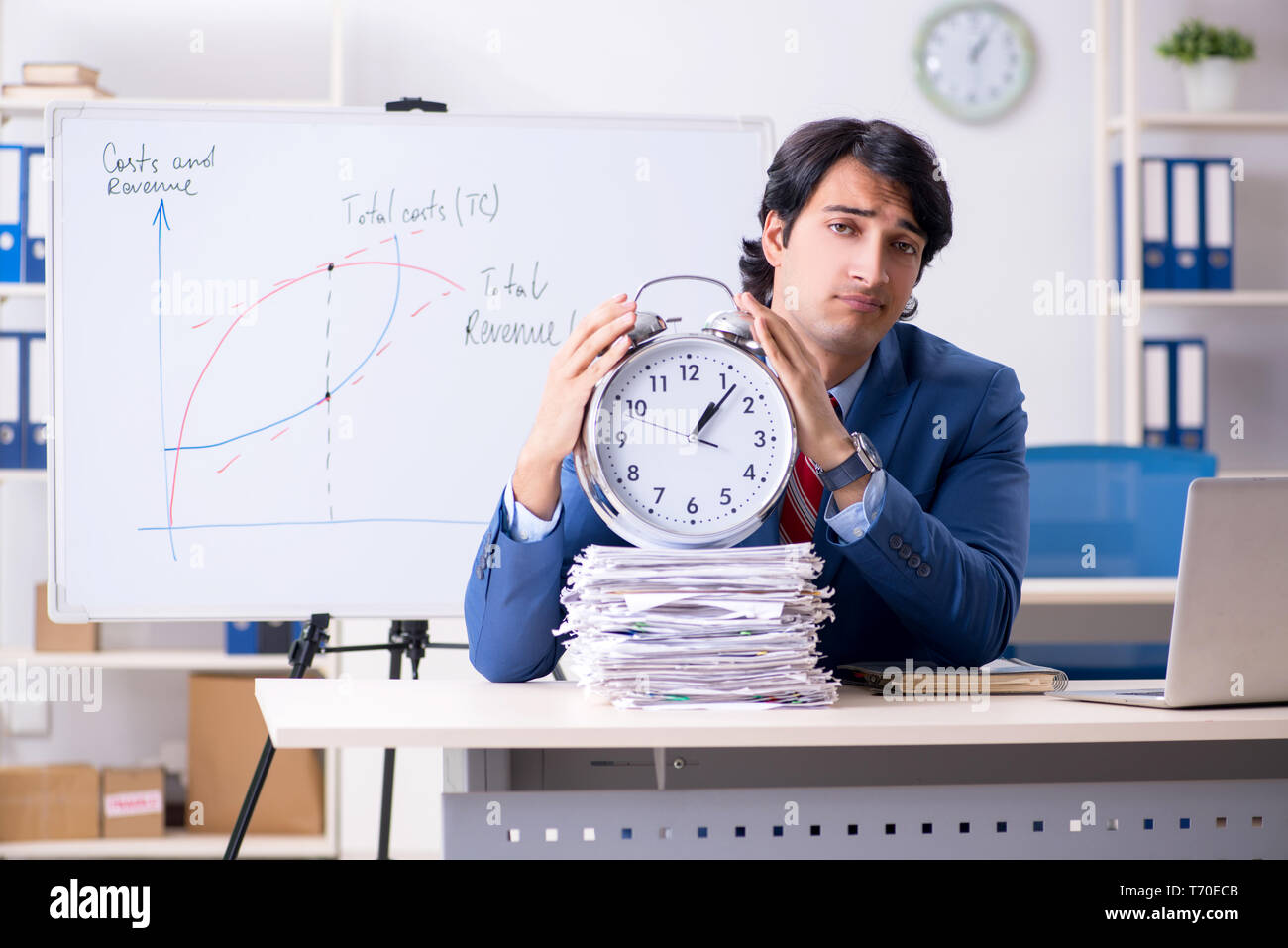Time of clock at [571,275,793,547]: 1:06
